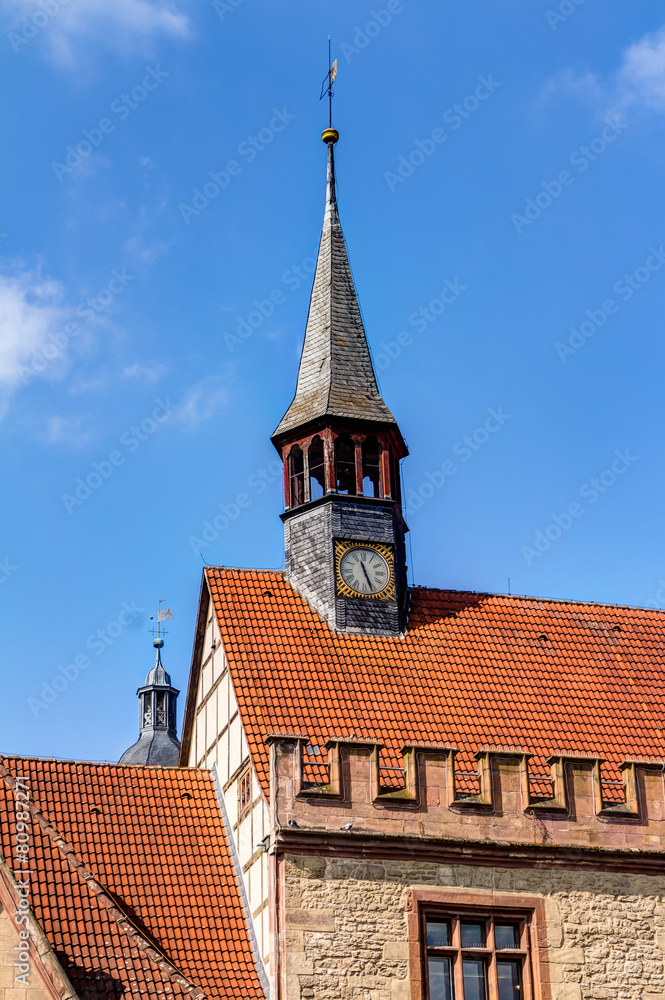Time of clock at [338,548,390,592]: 11:26
